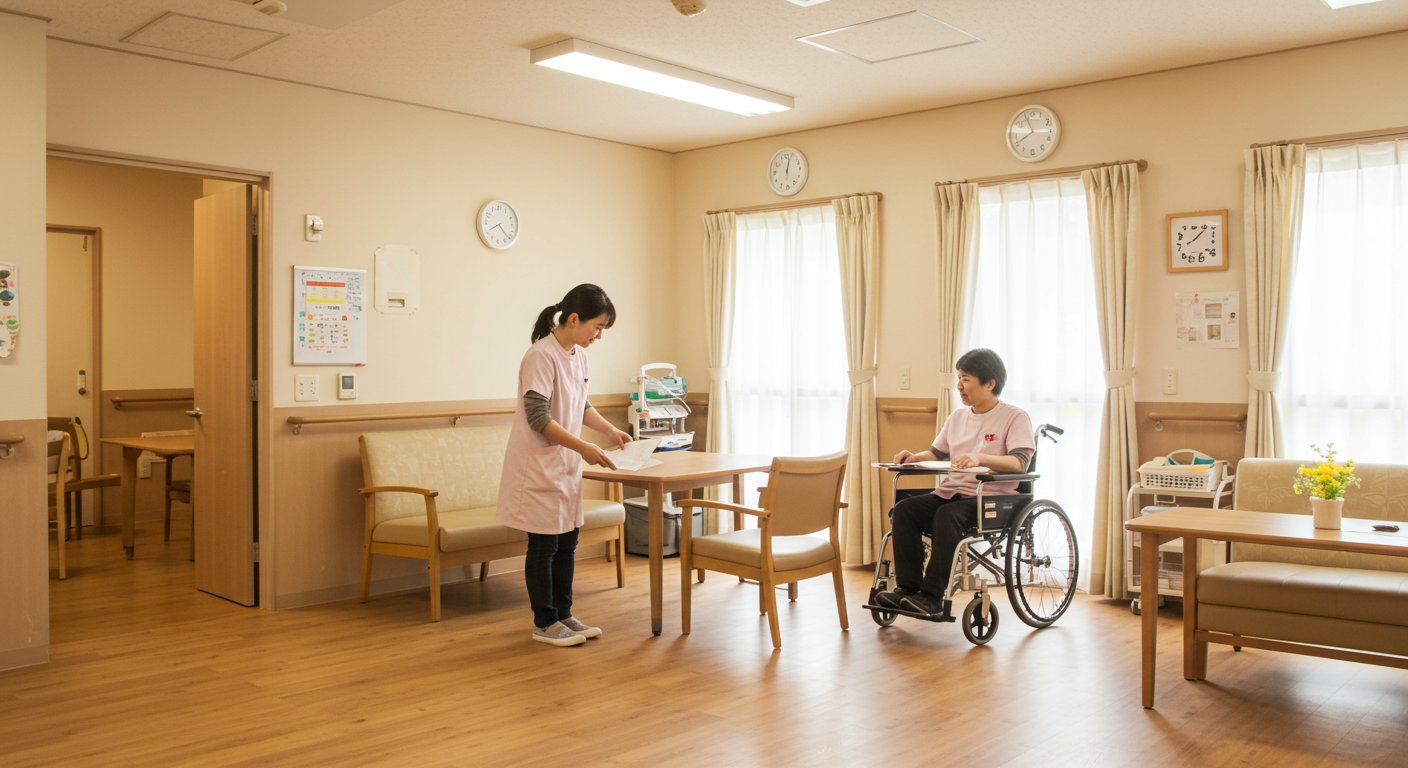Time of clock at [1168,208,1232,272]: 8:07
